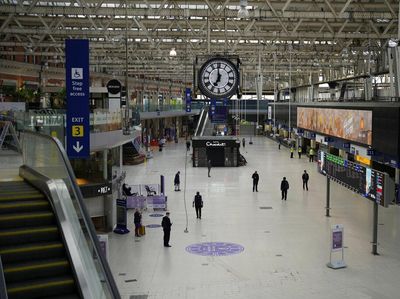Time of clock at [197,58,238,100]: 6:59
